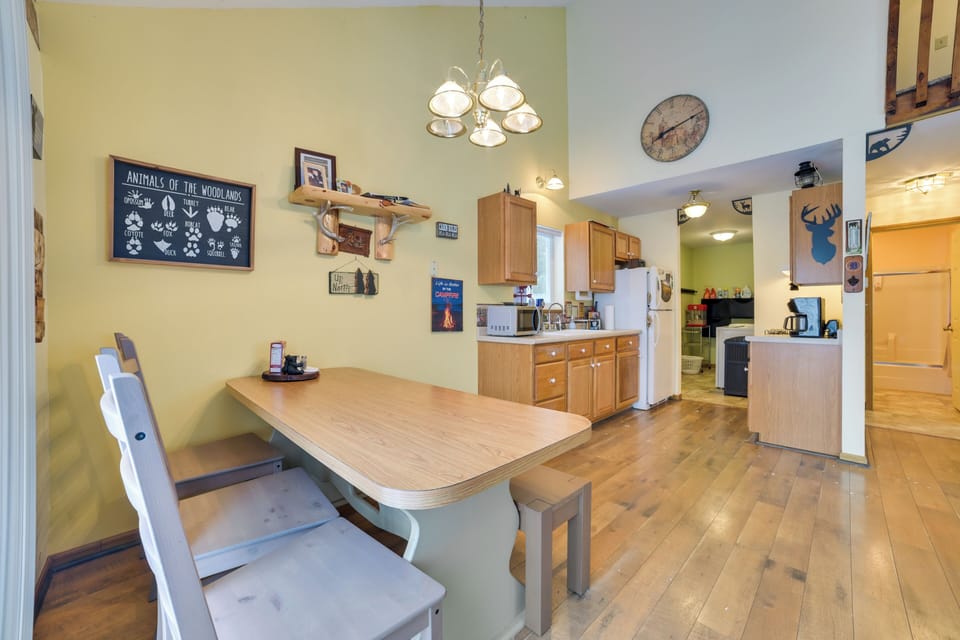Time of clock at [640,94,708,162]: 8:12
